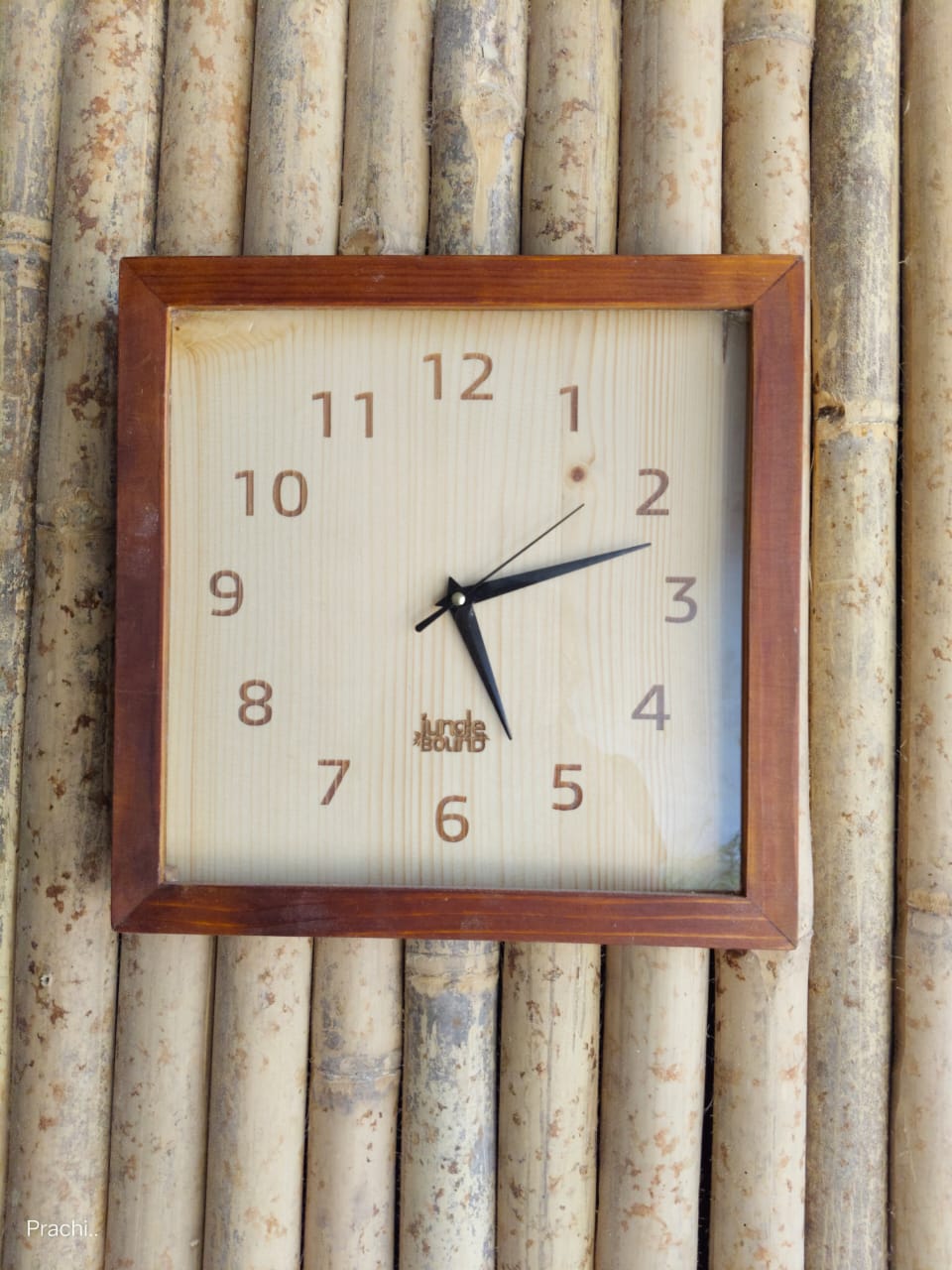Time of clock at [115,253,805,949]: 5:12
